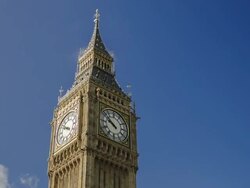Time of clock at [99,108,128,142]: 9:51
